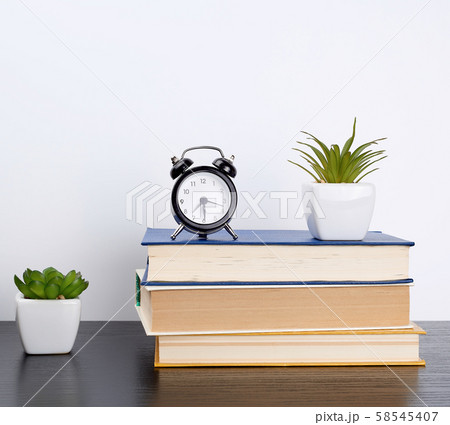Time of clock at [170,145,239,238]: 3:29
